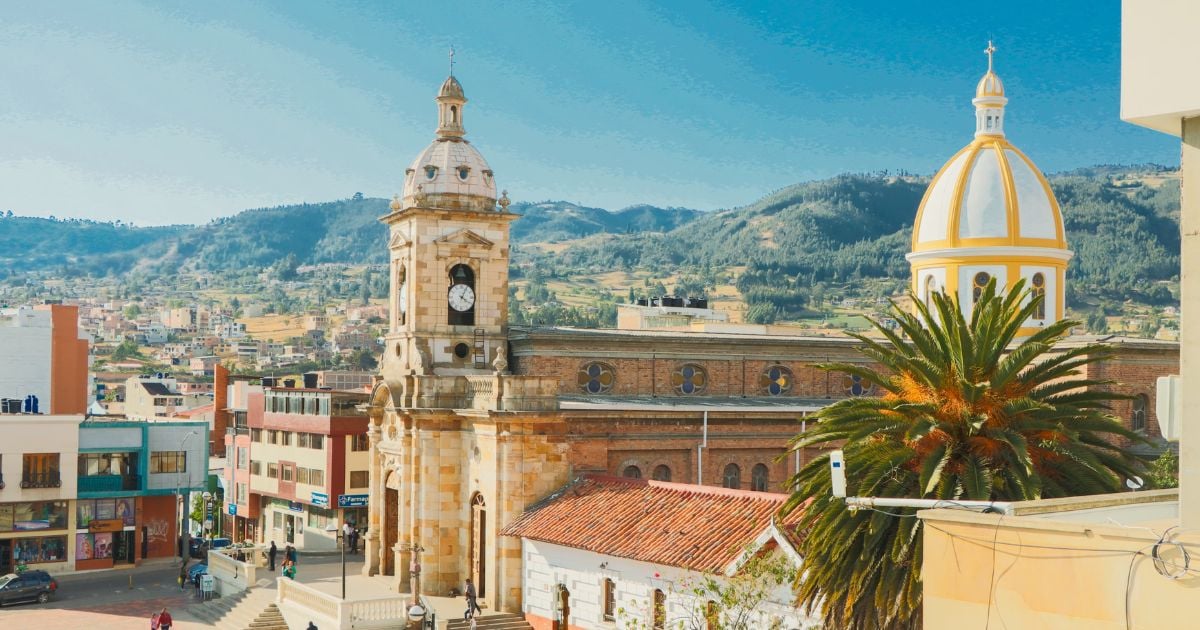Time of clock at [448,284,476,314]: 4:04
